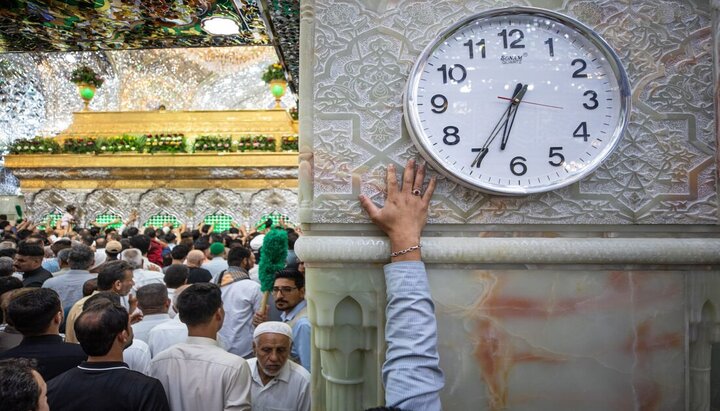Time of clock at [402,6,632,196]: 6:35
